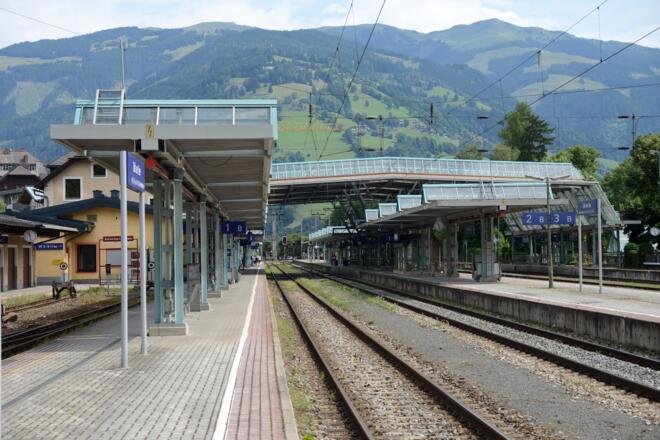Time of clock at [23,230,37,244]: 11:28
